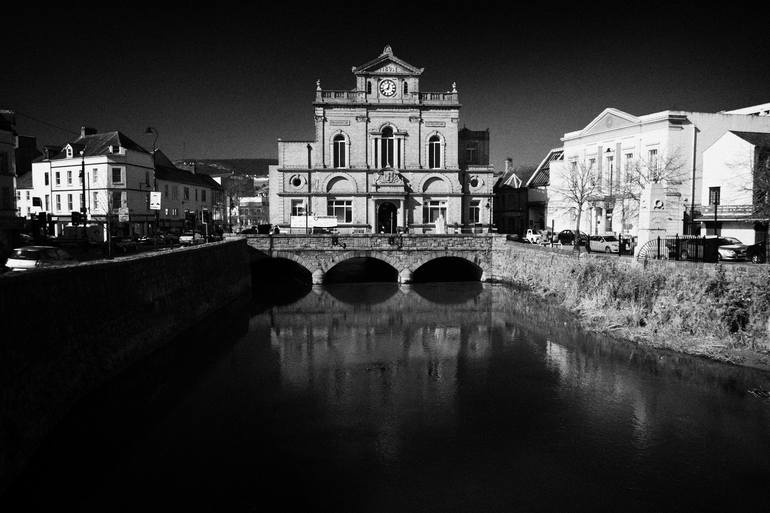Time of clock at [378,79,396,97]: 12:41
